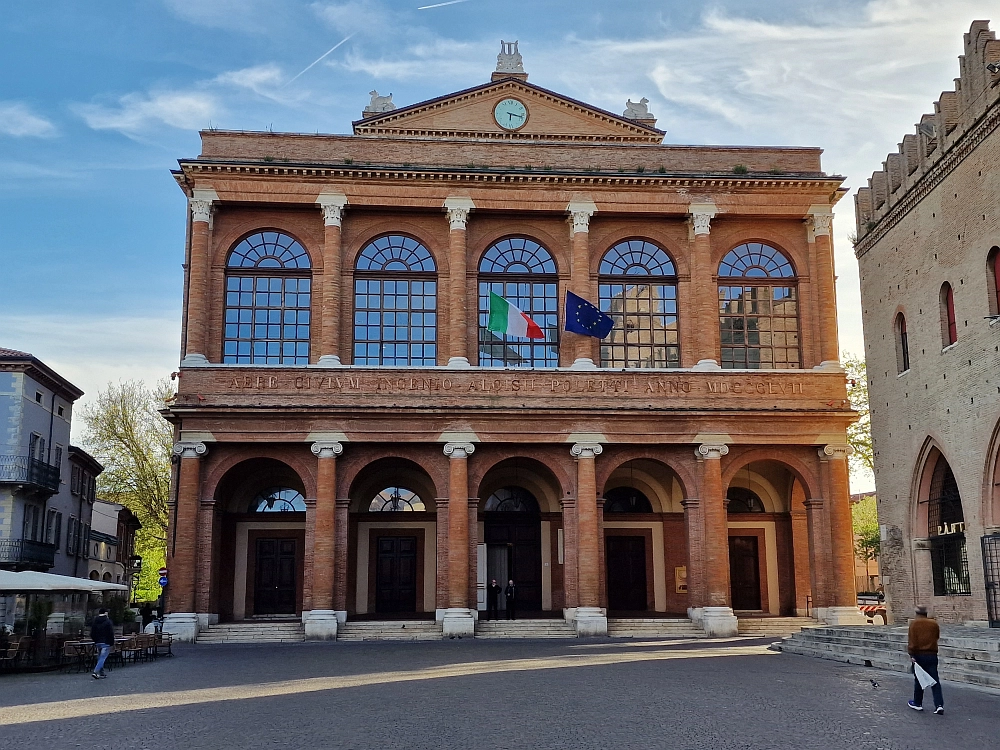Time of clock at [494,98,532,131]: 6:17
